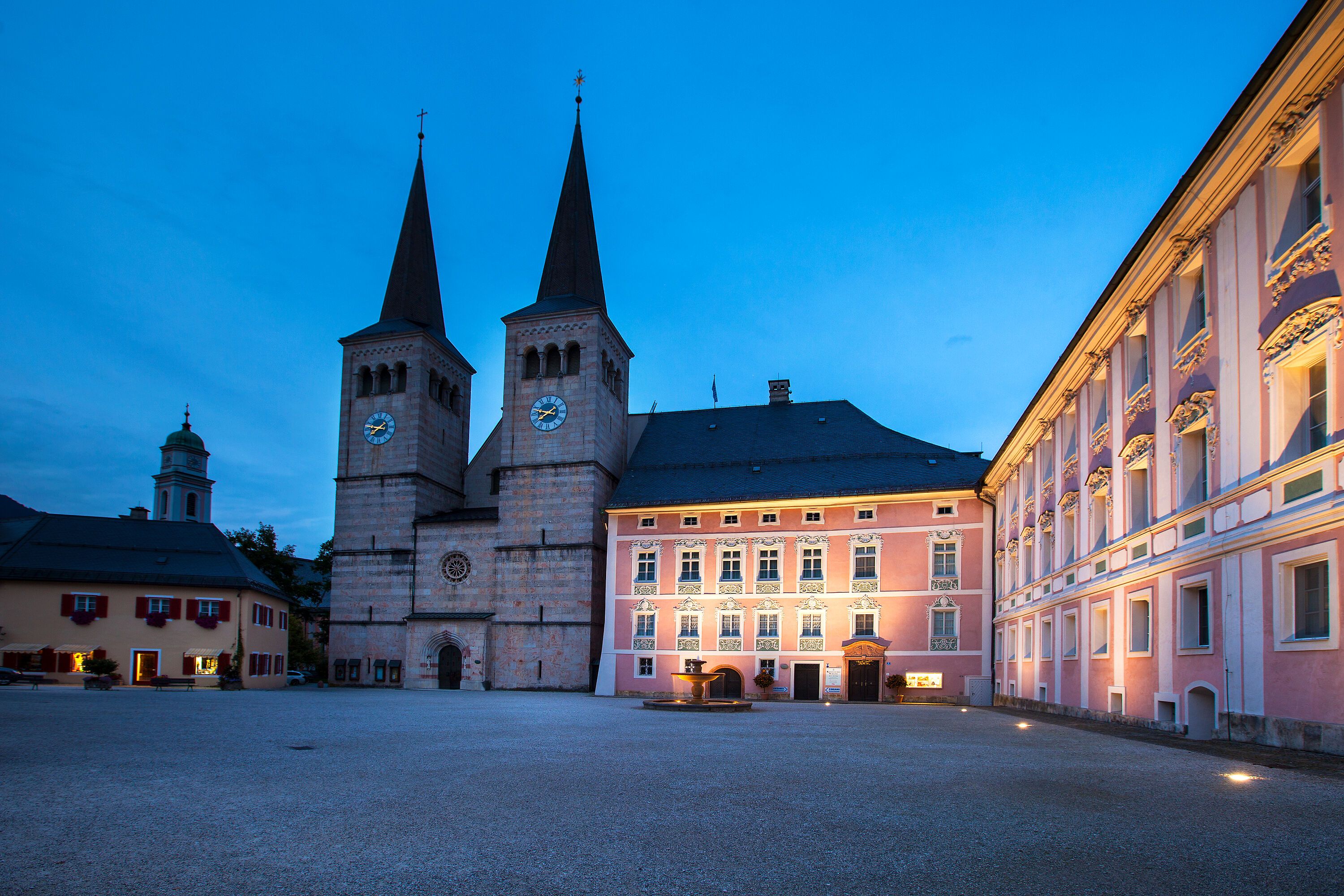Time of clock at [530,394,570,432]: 7:47
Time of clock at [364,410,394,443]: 7:47
